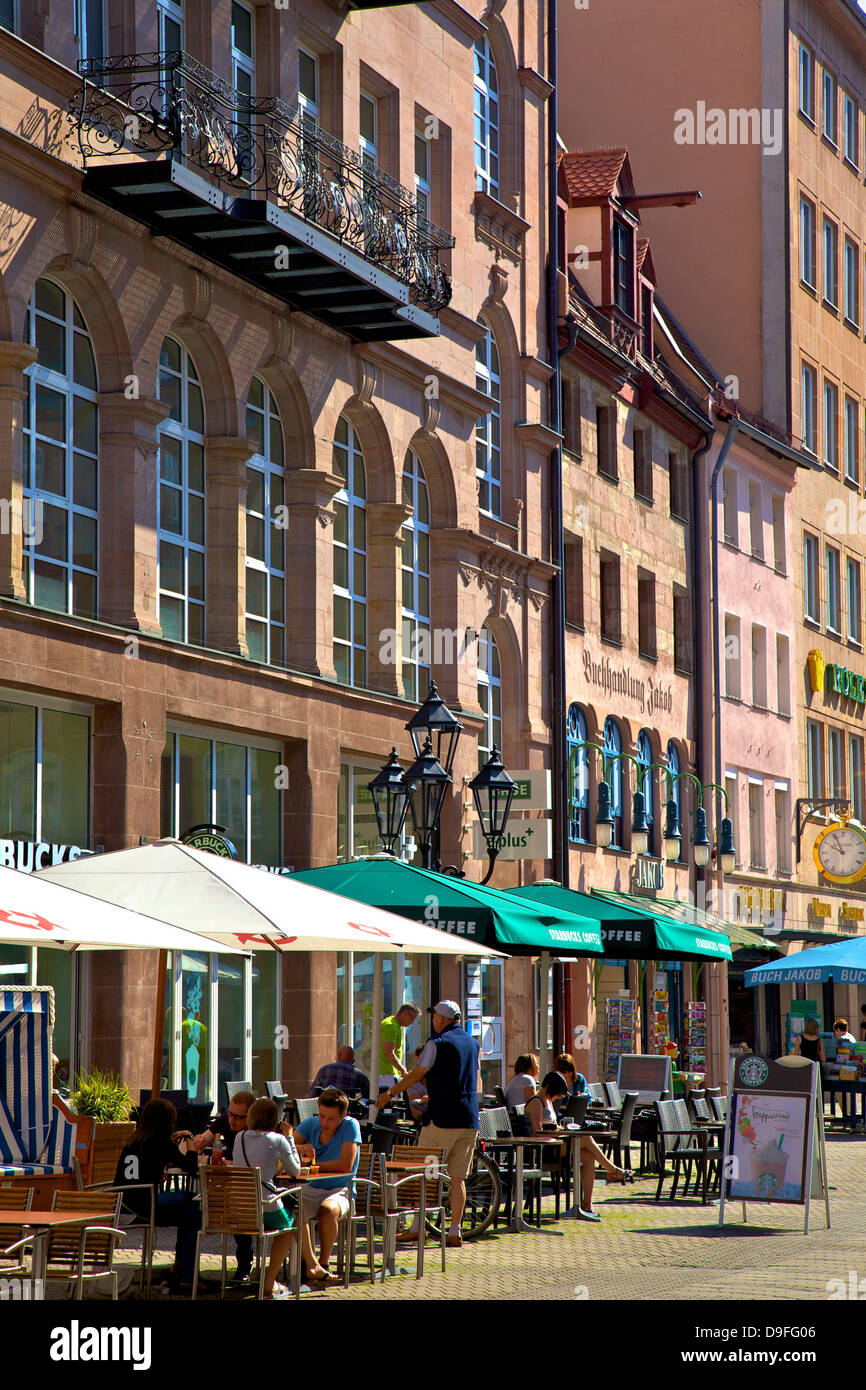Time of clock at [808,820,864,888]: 9:55
